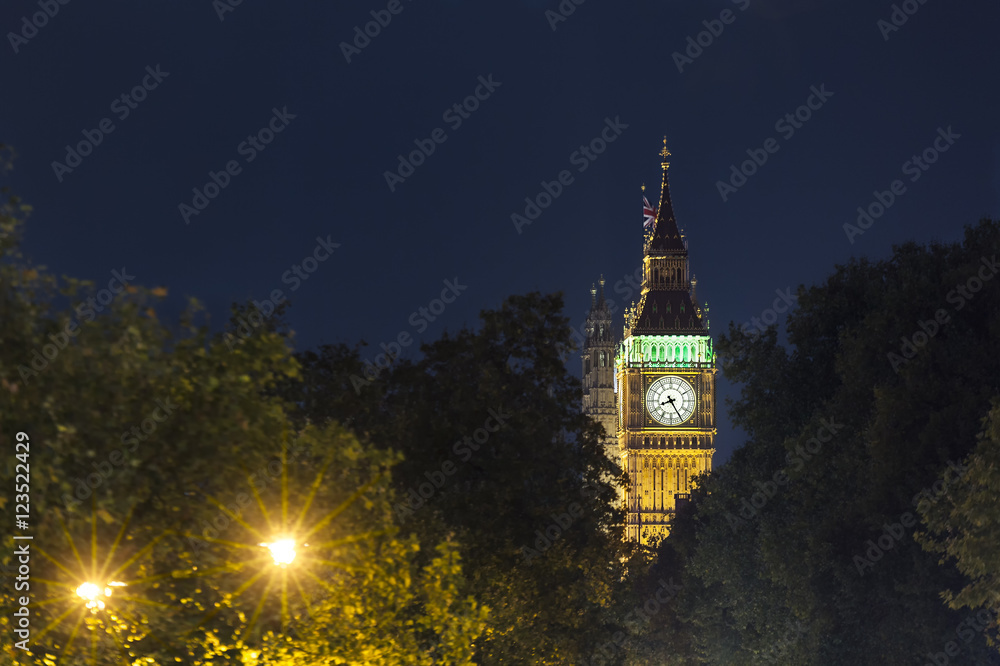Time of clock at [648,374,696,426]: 8:25
